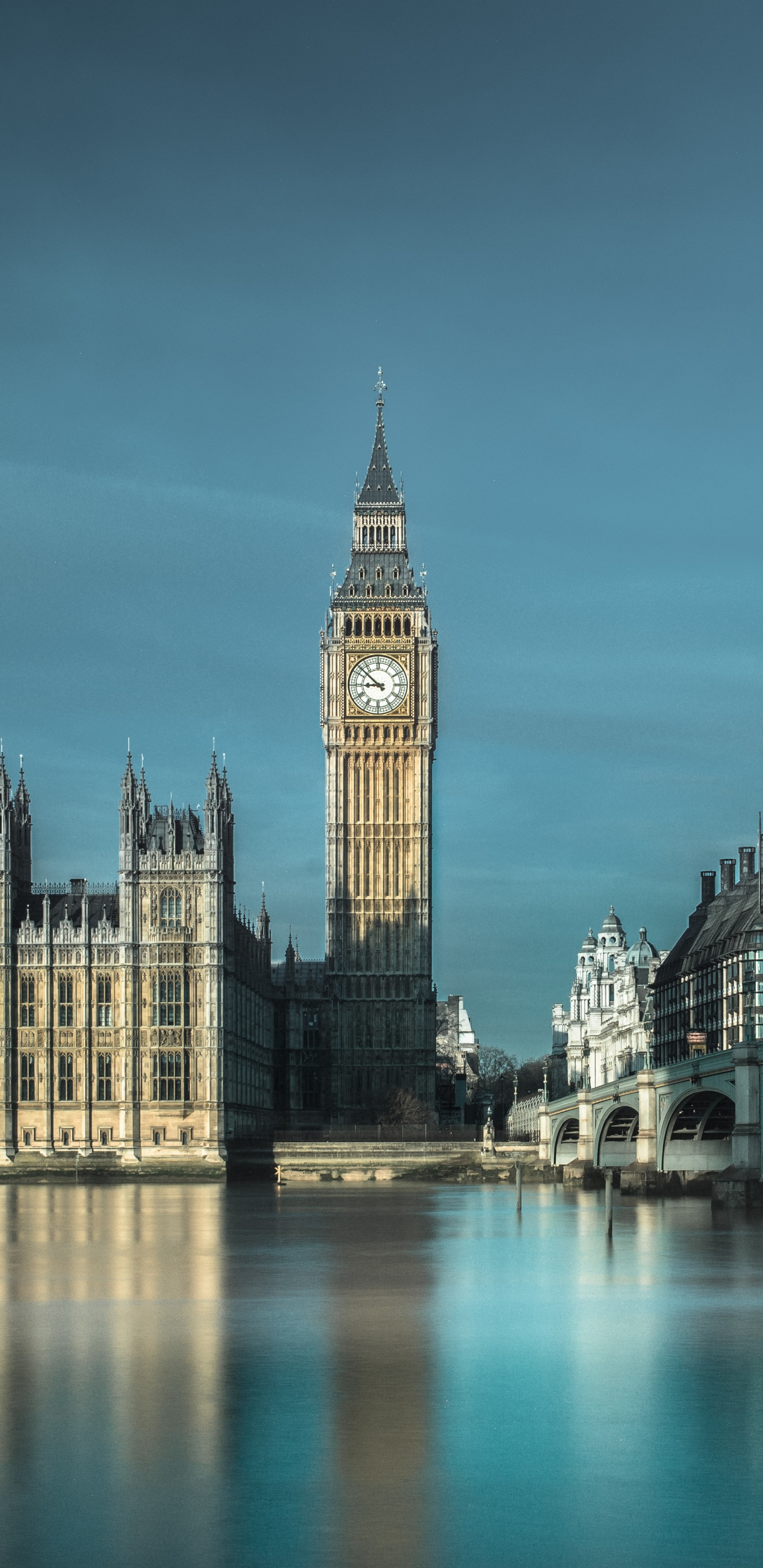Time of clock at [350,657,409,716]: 8:51
